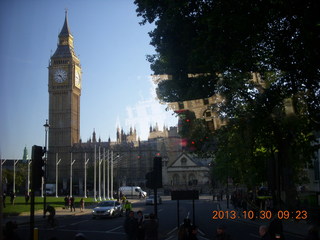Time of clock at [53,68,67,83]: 9:23
